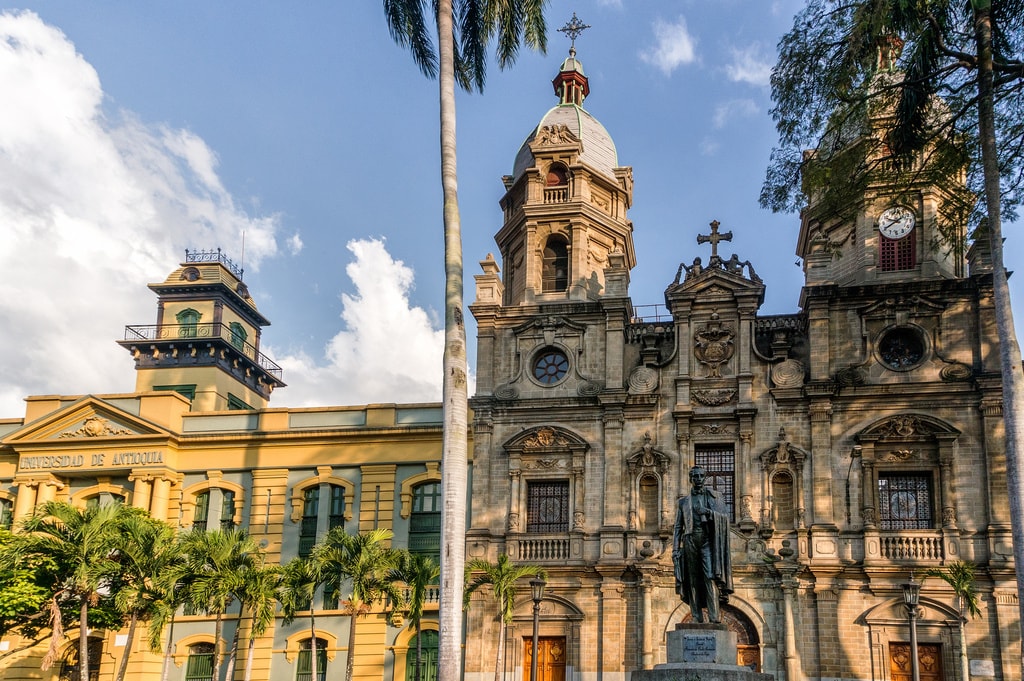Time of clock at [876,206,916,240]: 9:40
